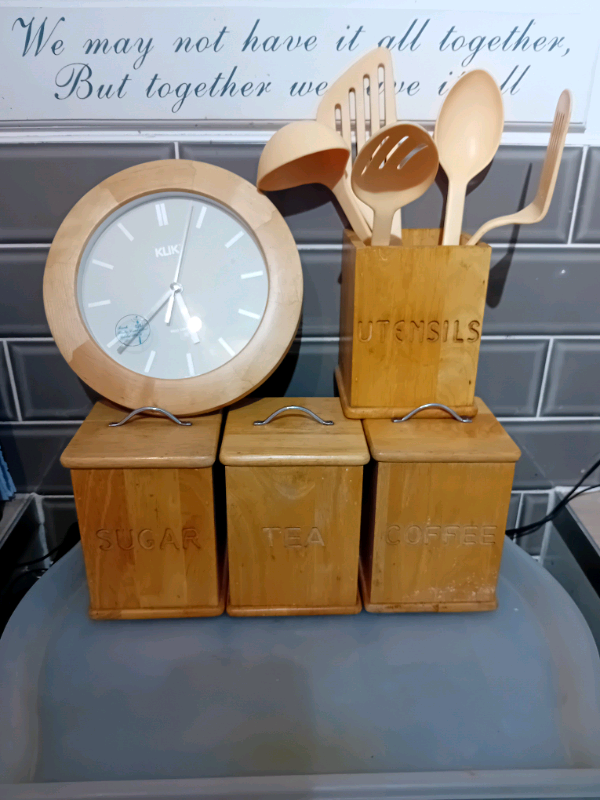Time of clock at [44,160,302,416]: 5:38
